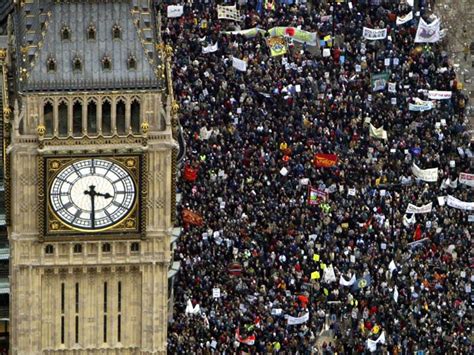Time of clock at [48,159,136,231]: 3:29
